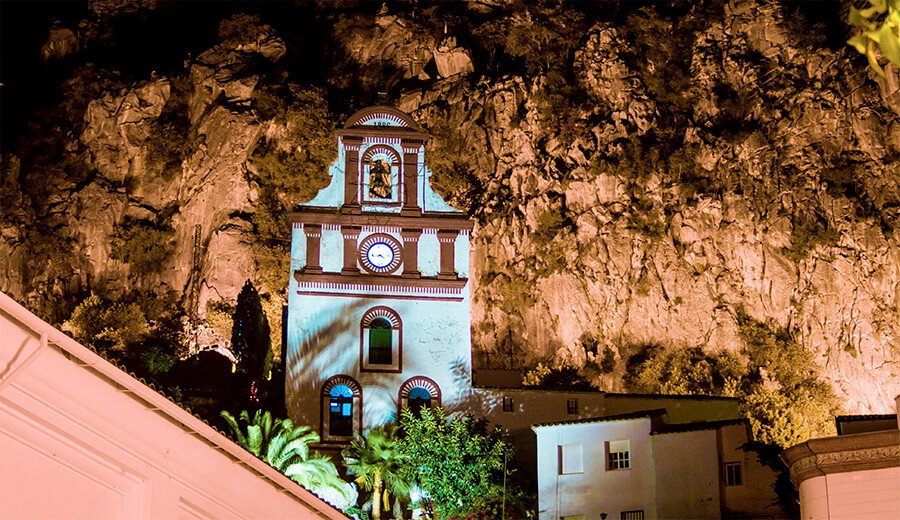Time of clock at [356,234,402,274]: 8:21
